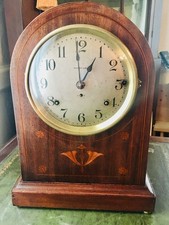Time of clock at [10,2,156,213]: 12:59
